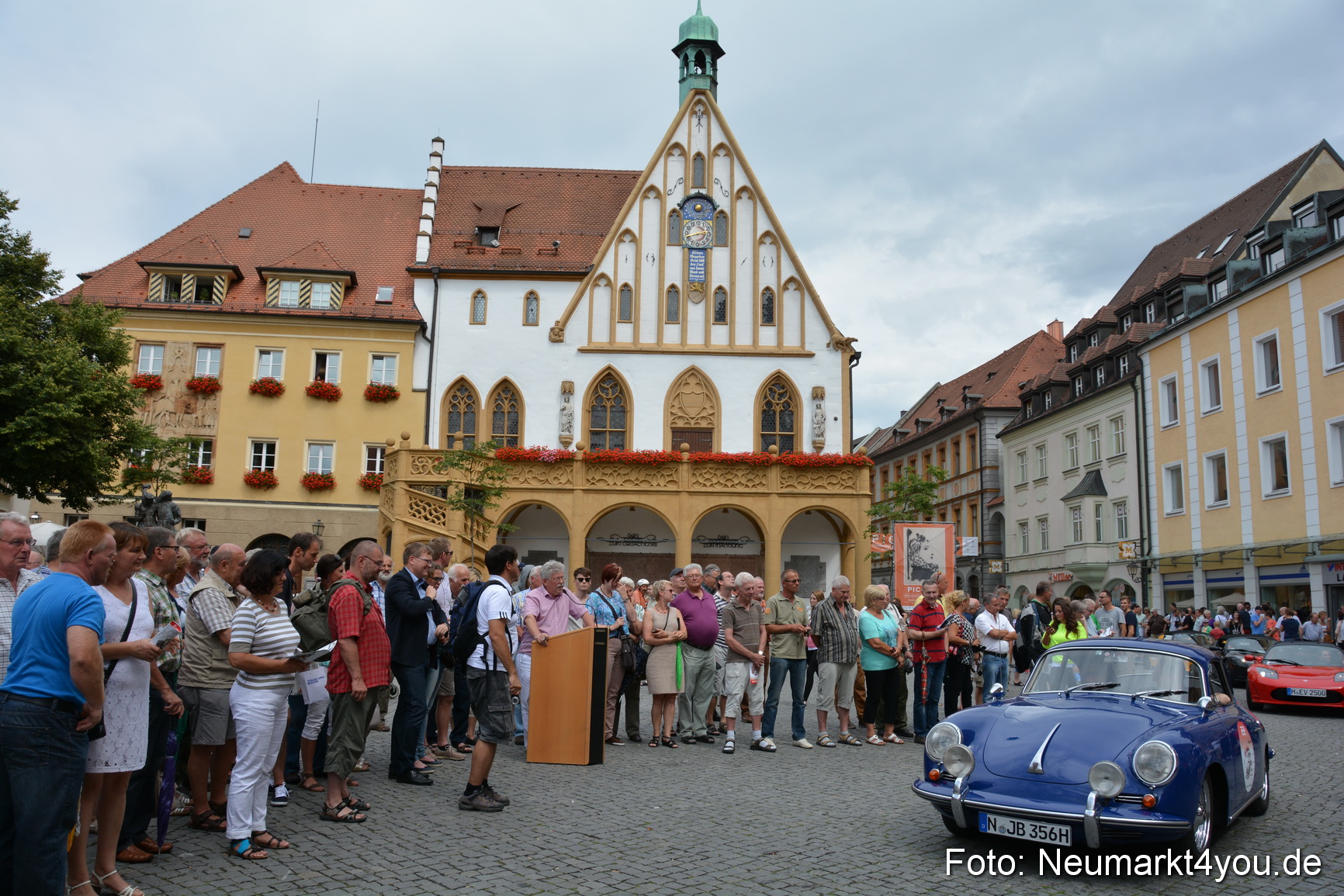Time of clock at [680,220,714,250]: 2:42
